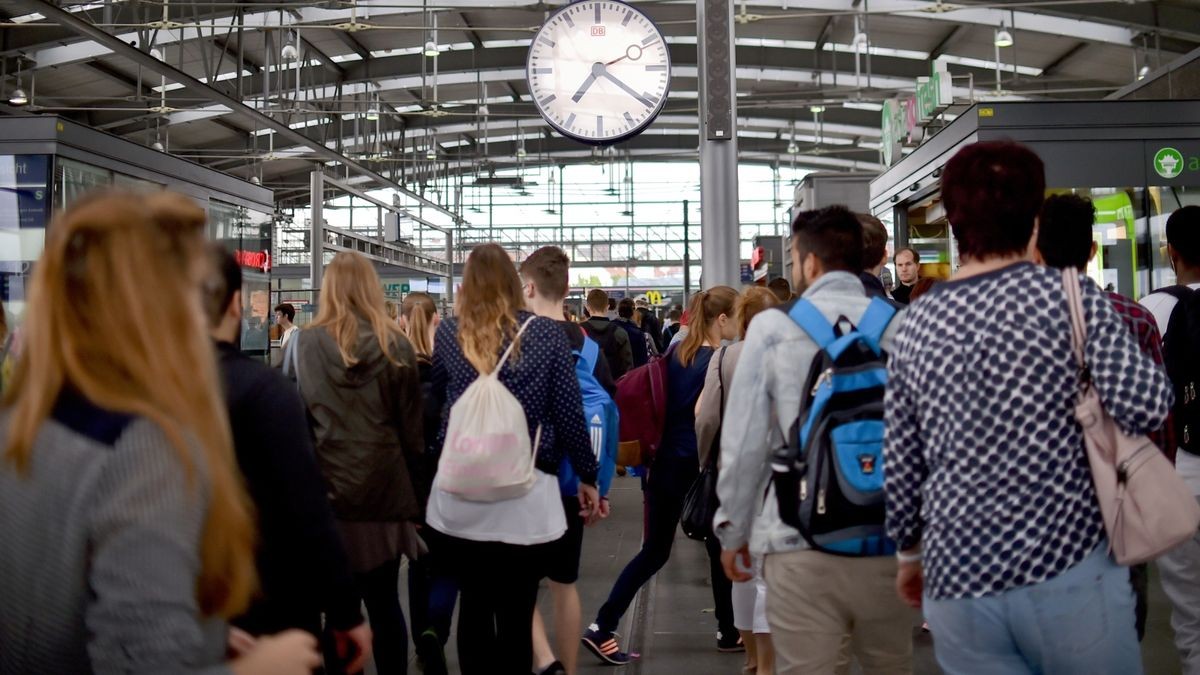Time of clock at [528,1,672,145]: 7:21
